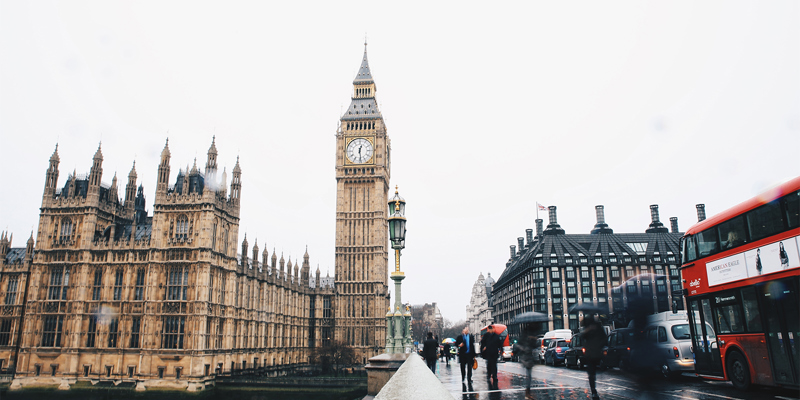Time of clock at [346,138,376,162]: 12:28
